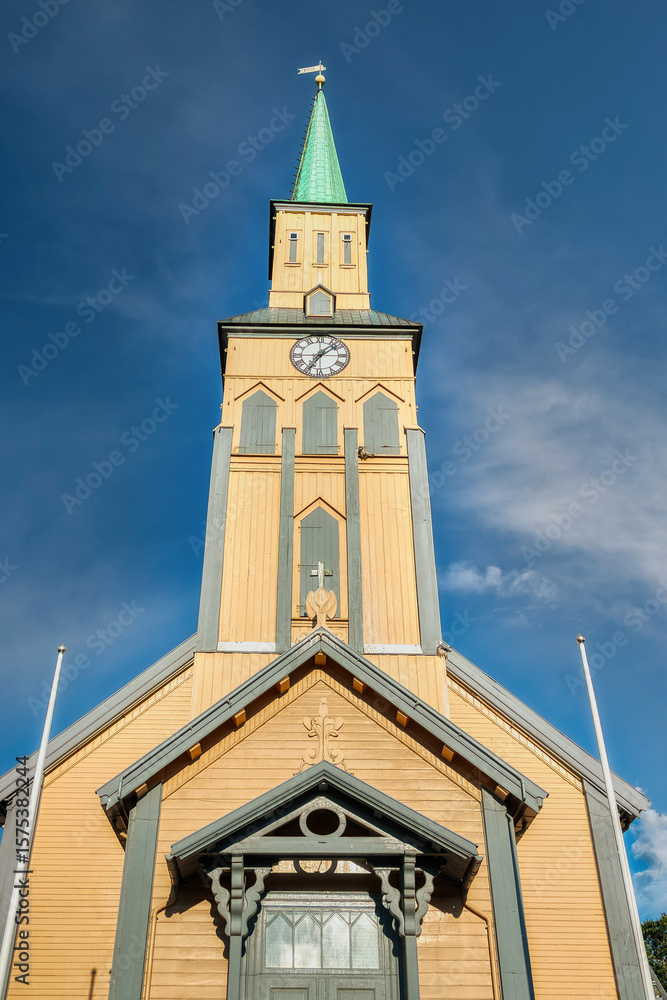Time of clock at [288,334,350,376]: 7:07
